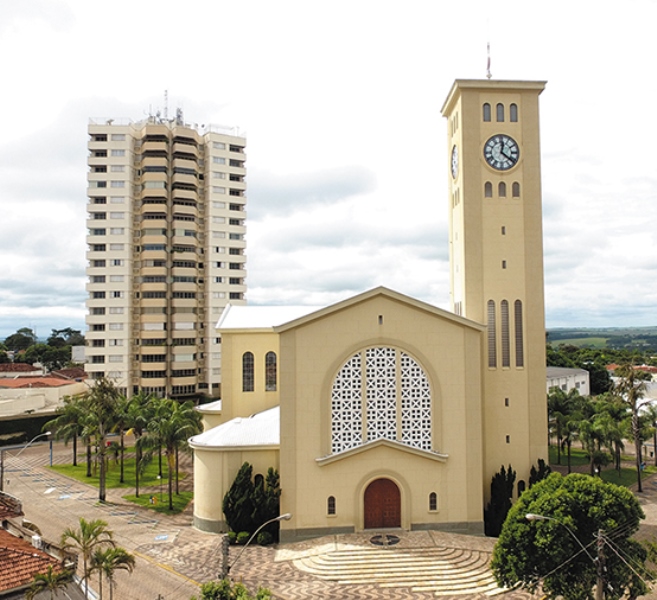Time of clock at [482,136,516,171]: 12:21
